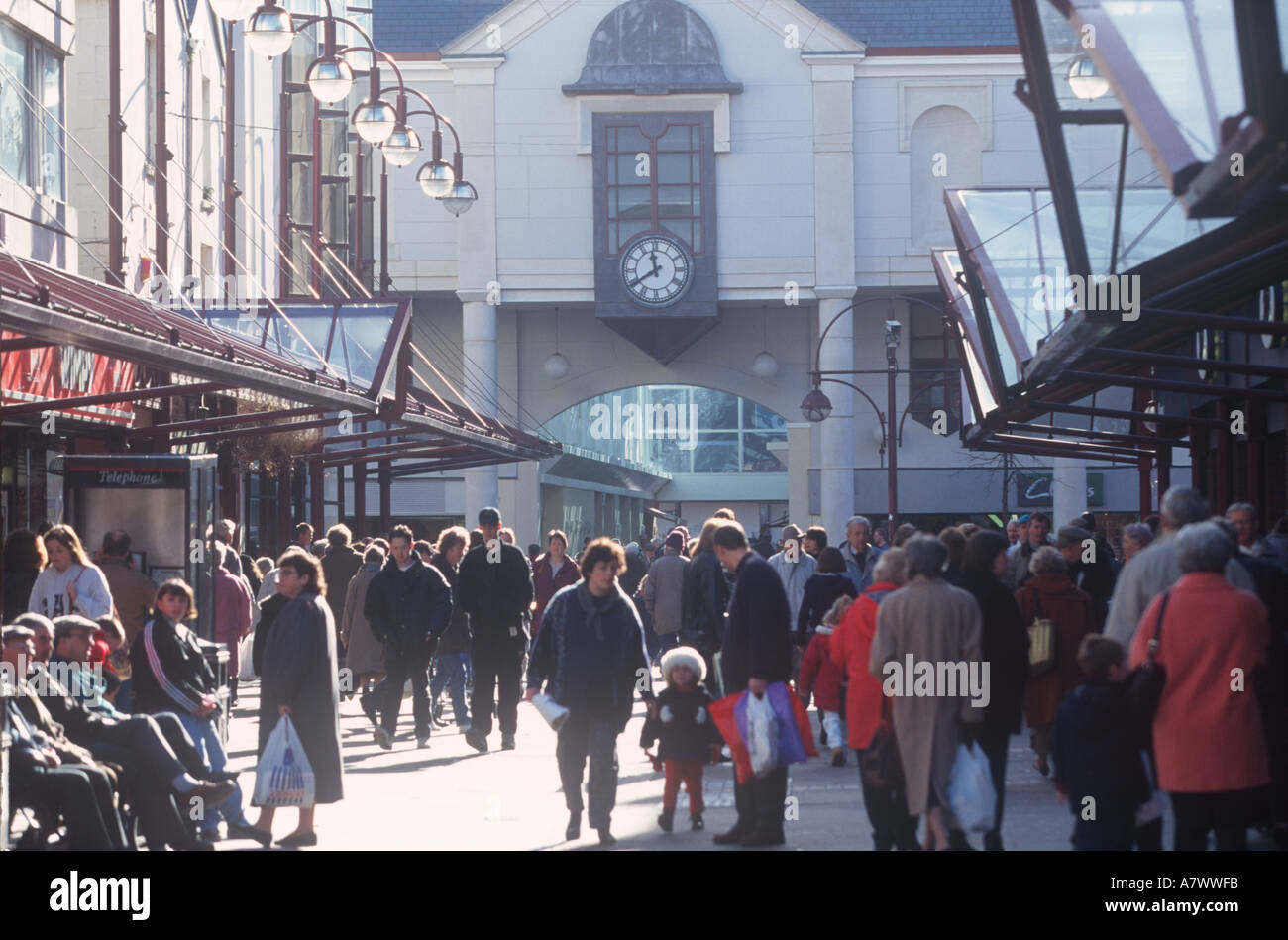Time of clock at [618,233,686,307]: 11:39
